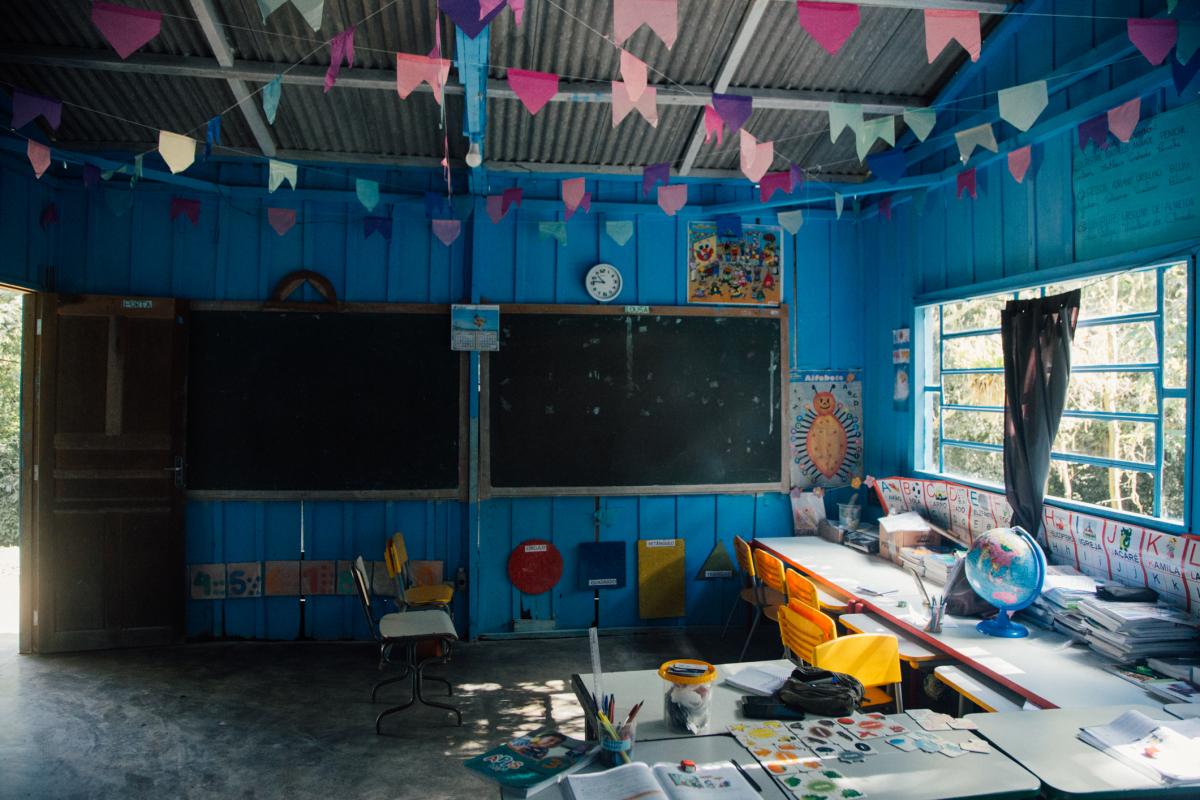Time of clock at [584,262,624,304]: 10:46
